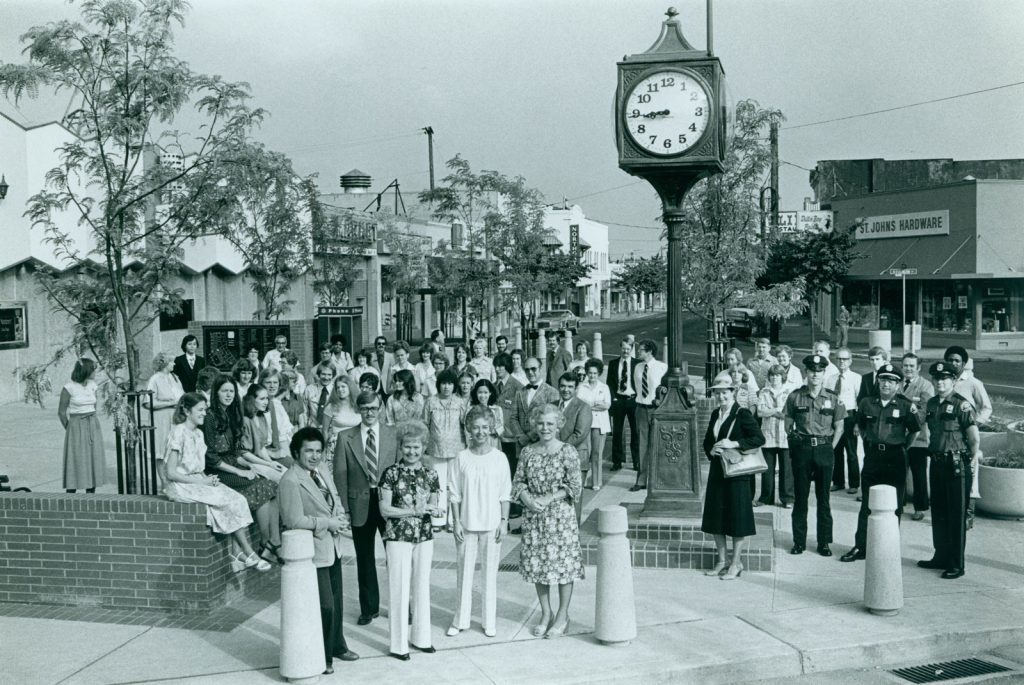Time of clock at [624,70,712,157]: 8:44
